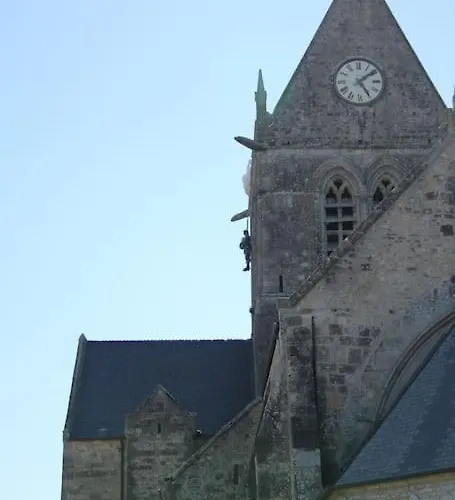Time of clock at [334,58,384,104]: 5:08
